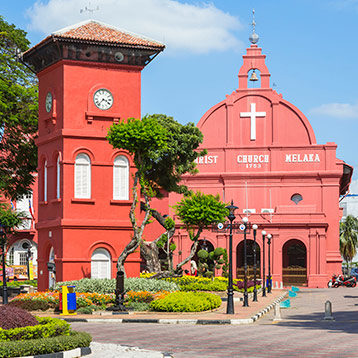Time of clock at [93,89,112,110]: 3:36
